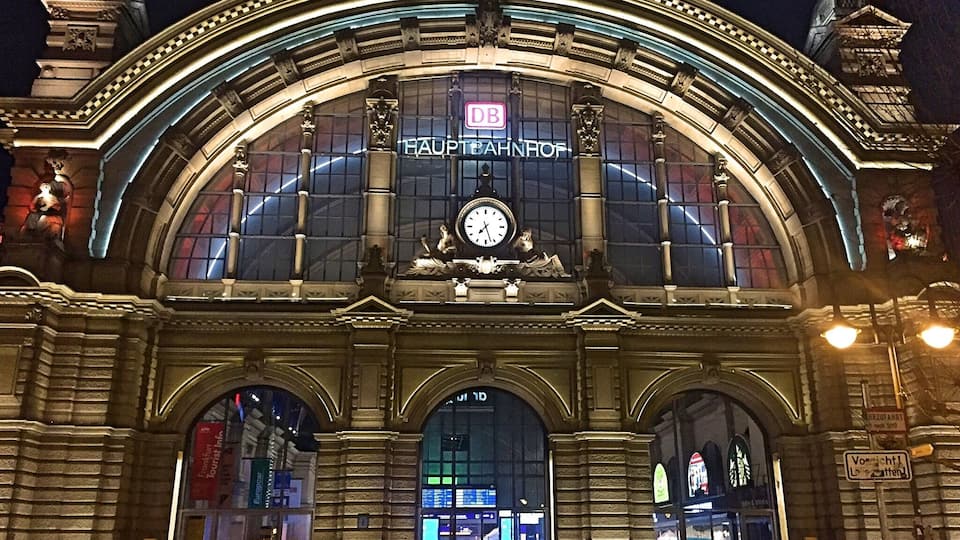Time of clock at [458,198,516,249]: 7:27
